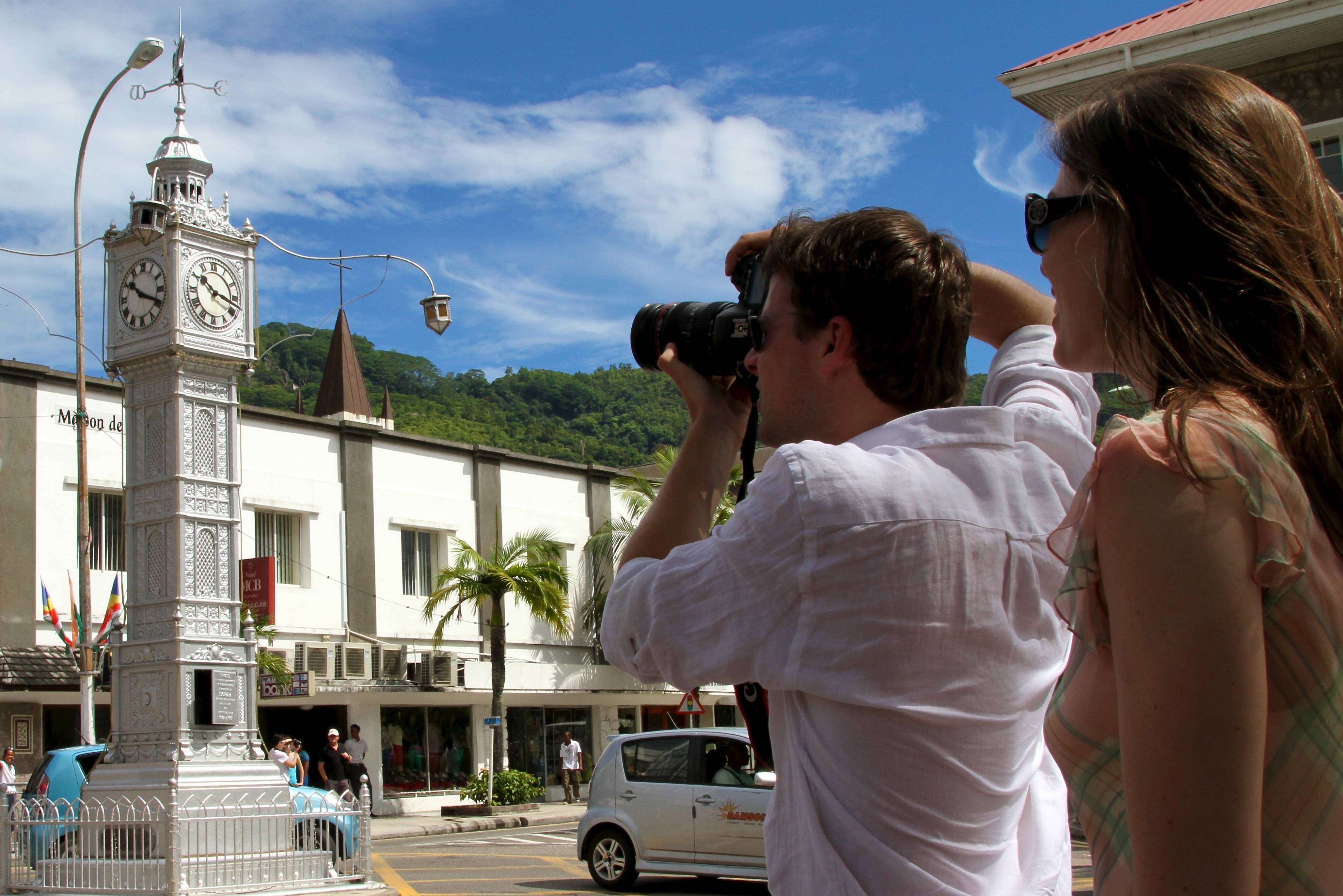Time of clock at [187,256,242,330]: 10:17
